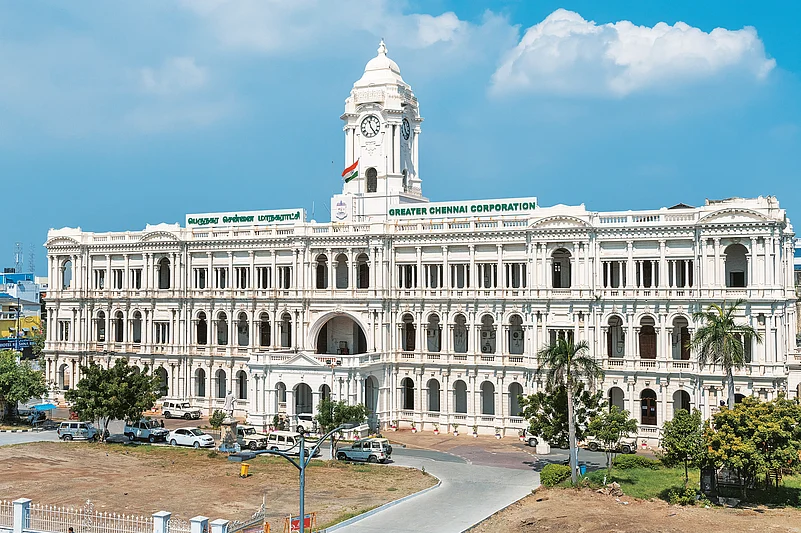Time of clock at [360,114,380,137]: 11:23
